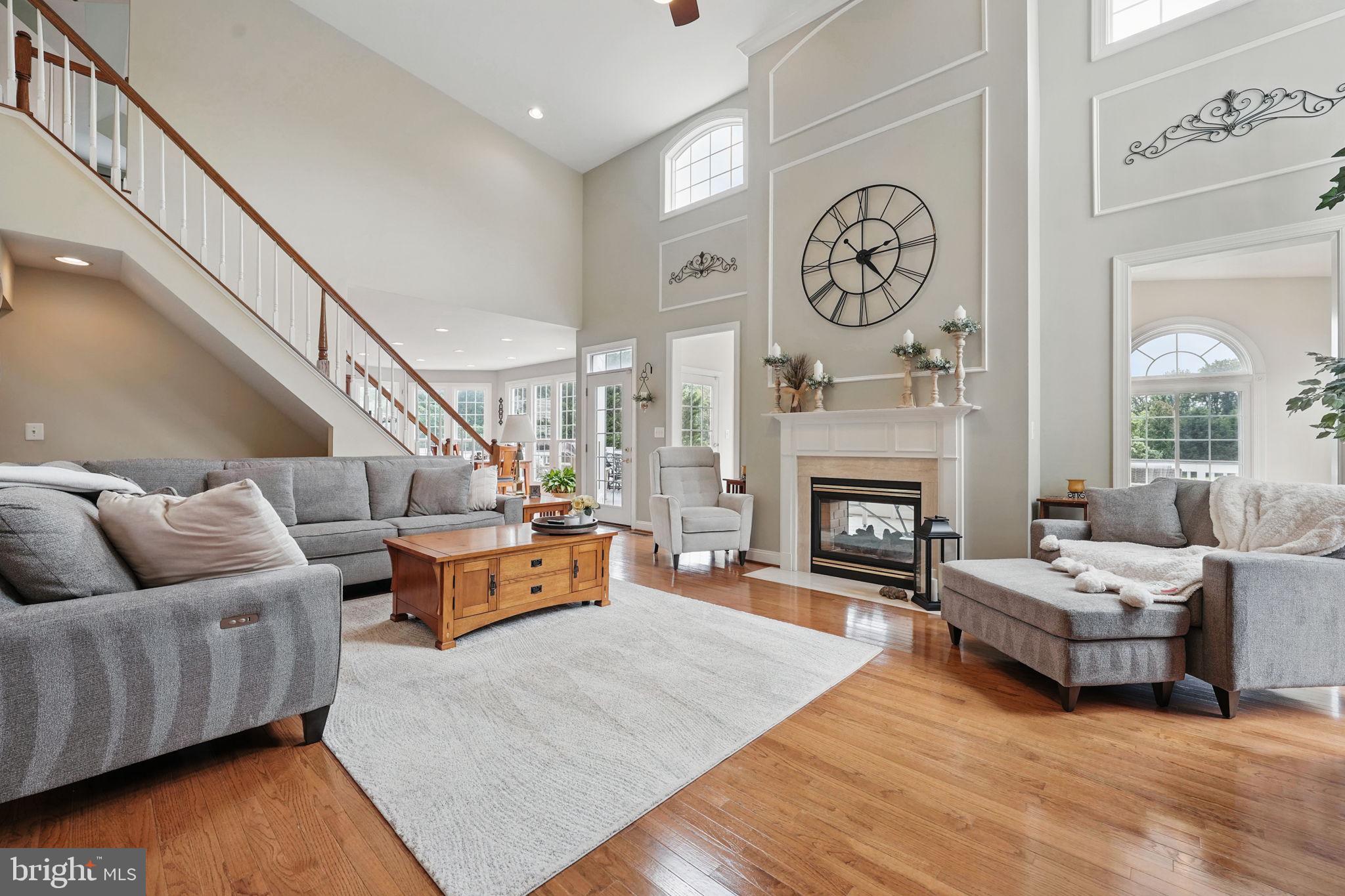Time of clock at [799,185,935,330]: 2:23
